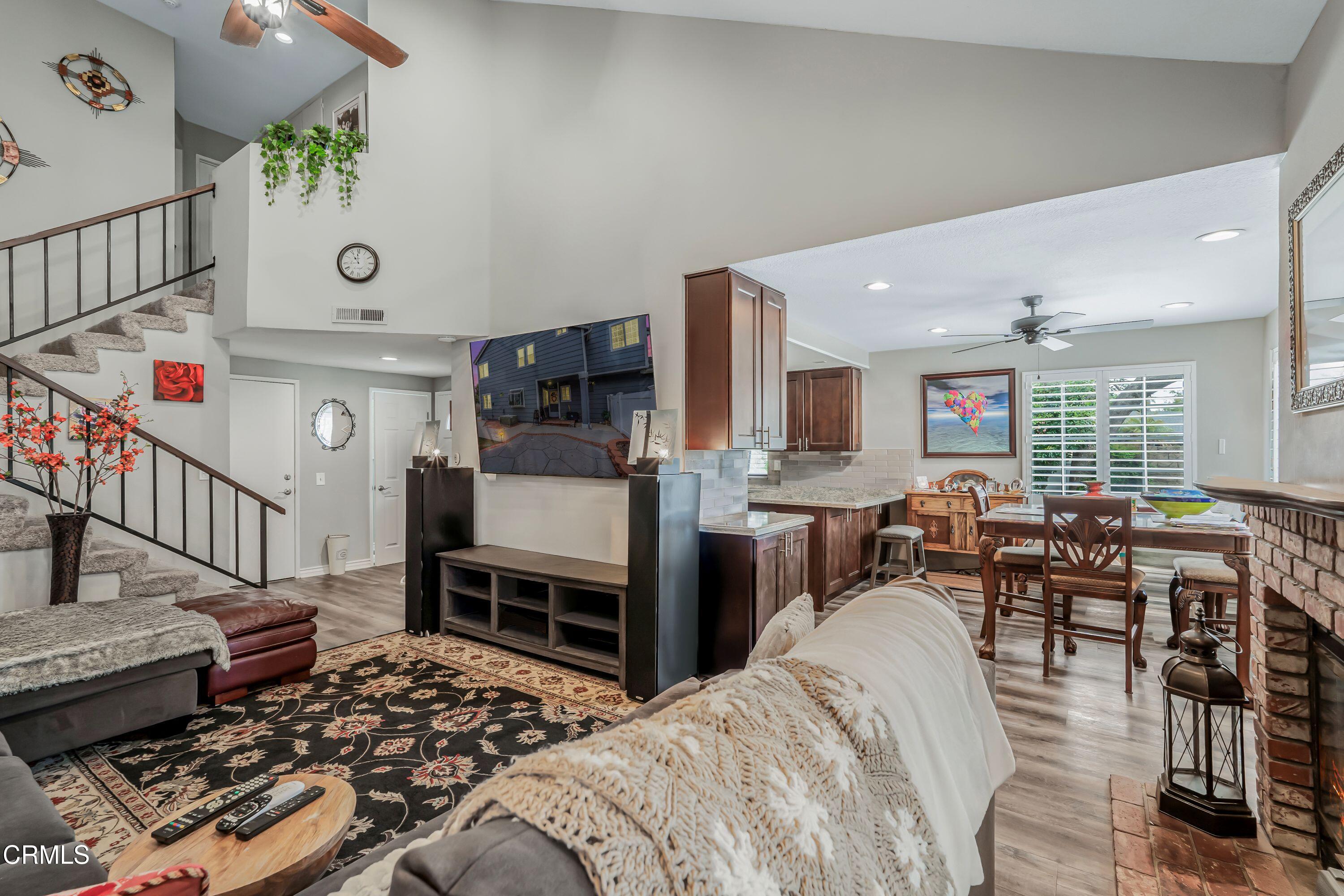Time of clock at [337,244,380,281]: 10:59
